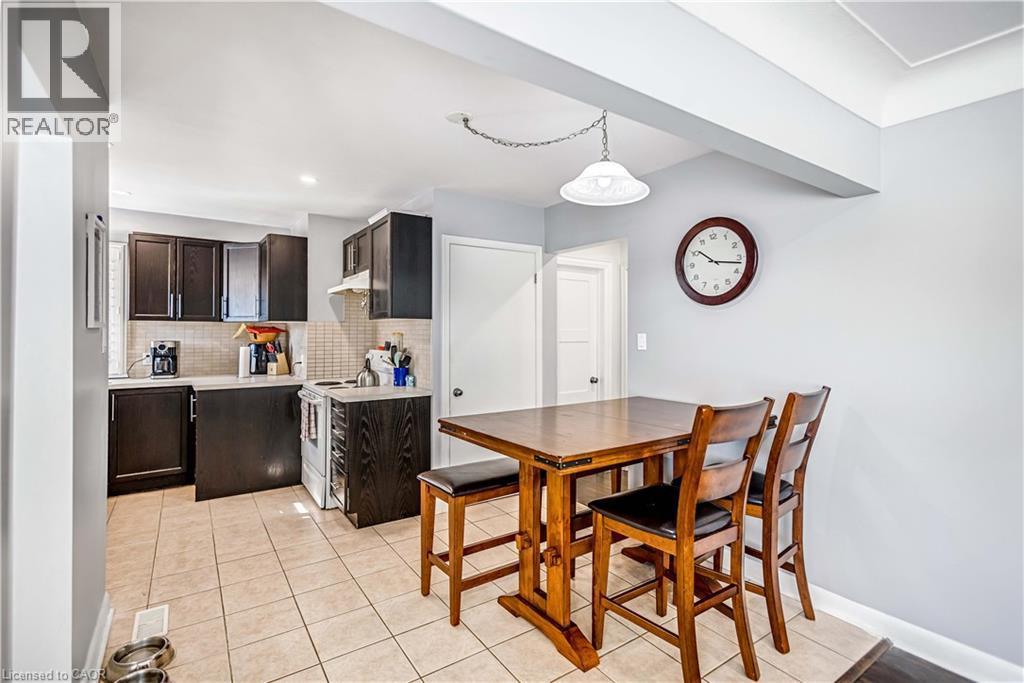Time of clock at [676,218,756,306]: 10:17
